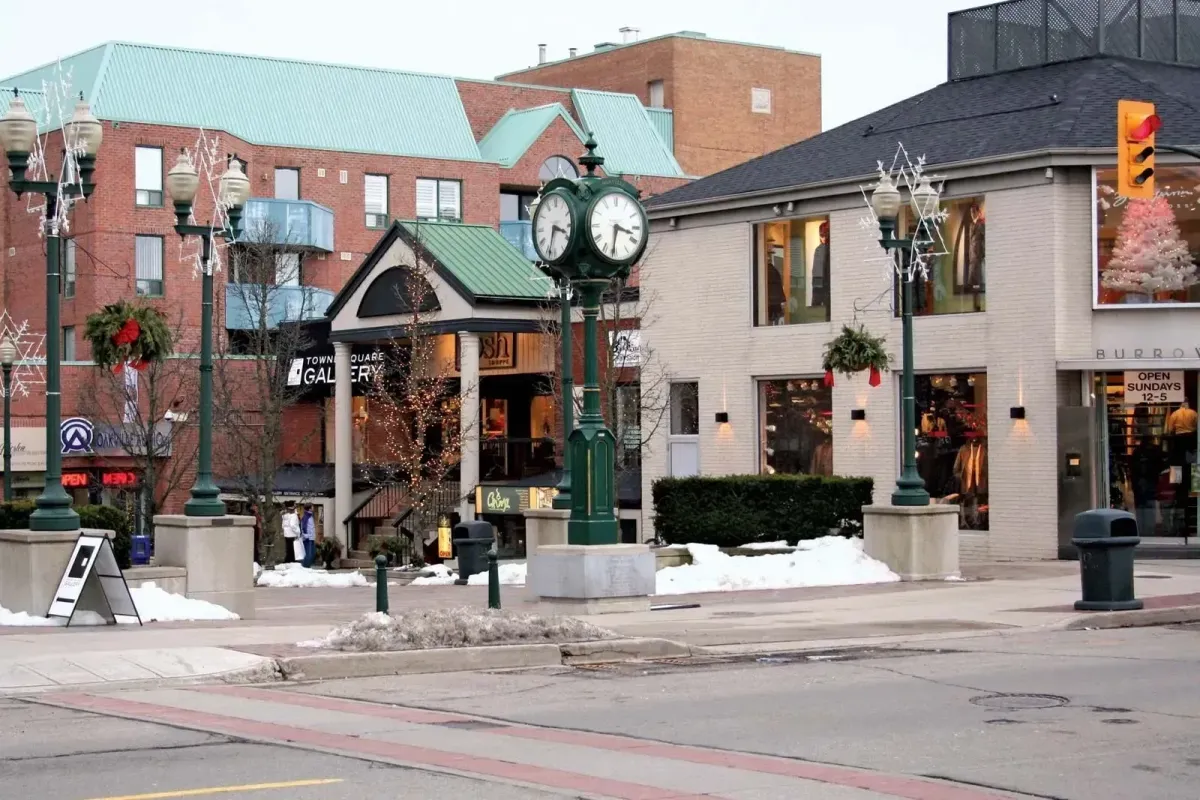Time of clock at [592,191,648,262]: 3:31
